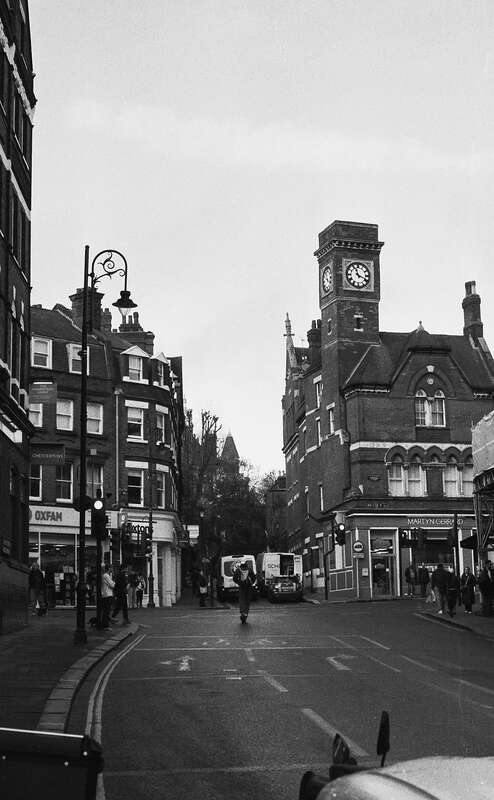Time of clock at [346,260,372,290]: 11:18
